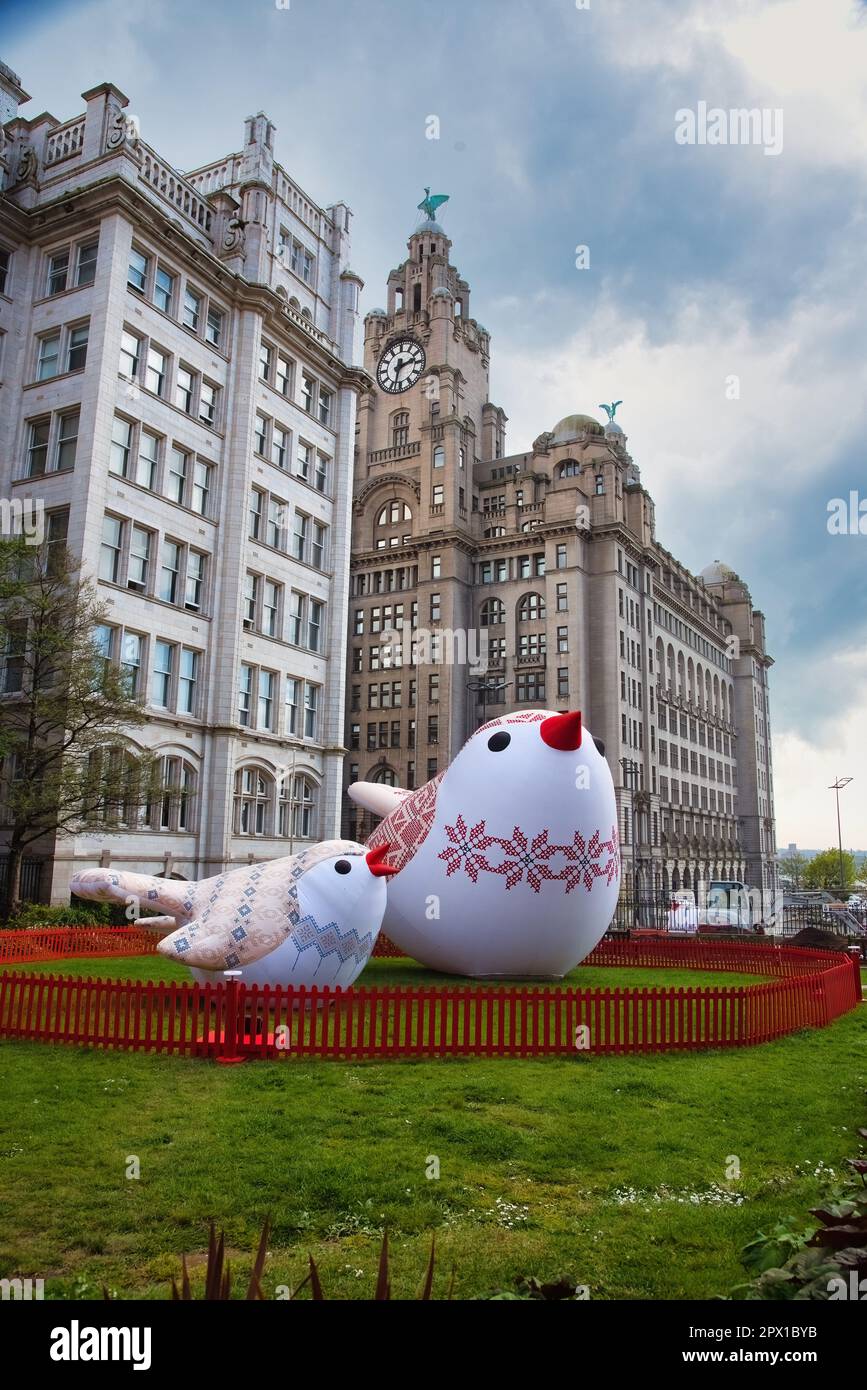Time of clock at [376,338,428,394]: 2:32
